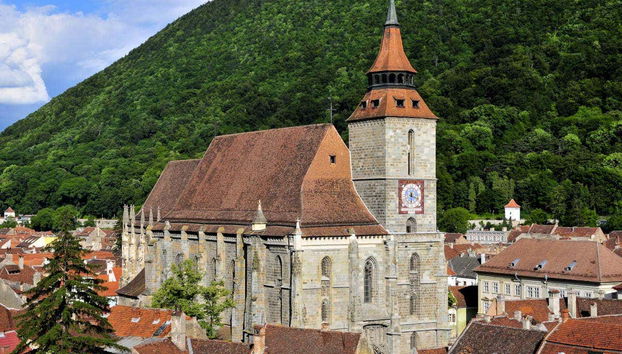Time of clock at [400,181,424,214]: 6:18
